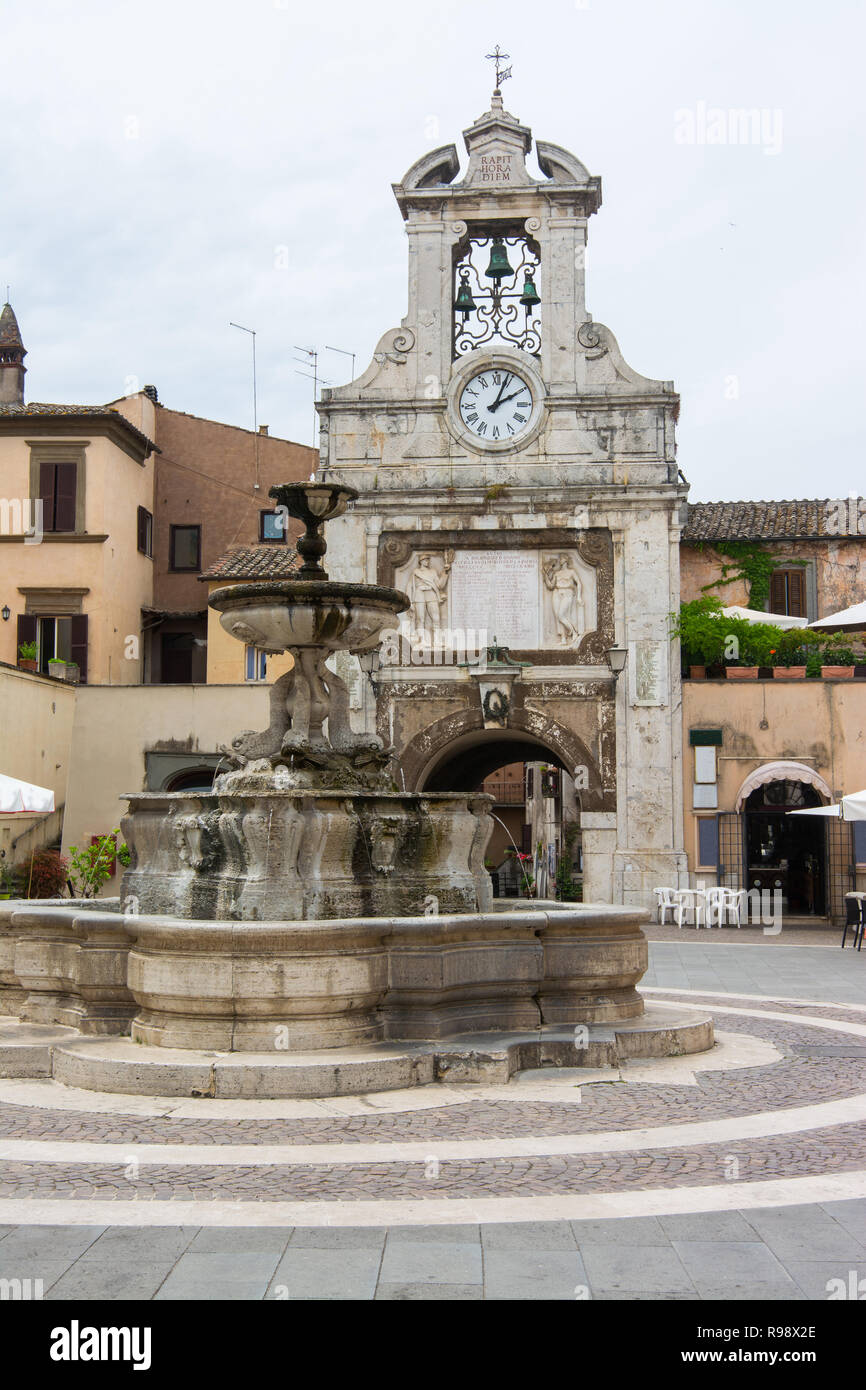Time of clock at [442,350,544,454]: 2:03
